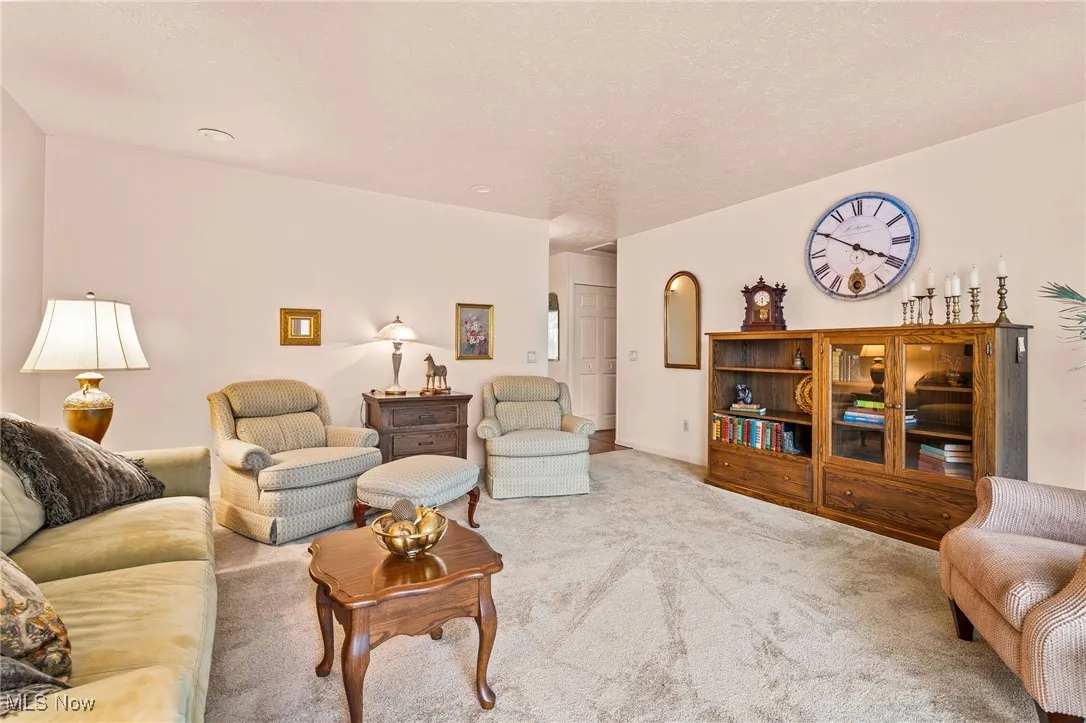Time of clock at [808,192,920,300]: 3:49
